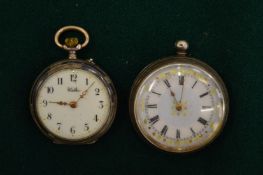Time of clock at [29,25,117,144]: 9:07
